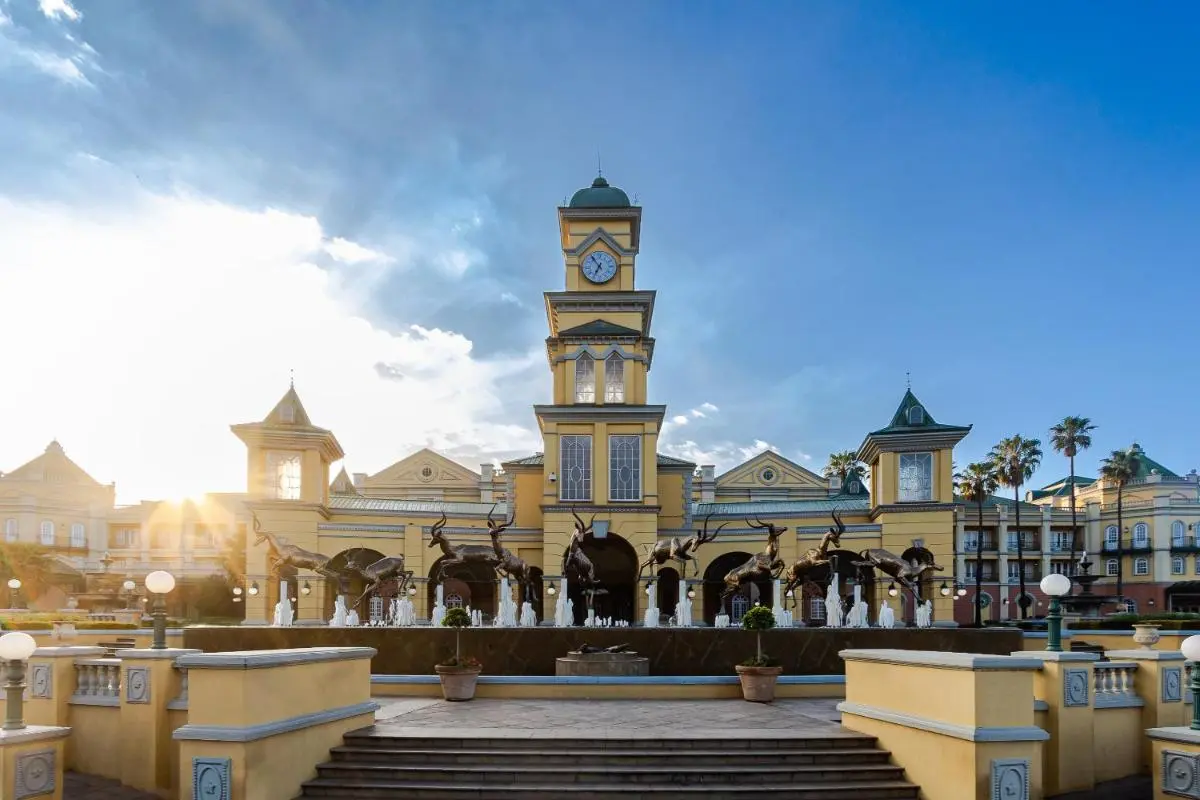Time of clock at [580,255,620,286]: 6:54
